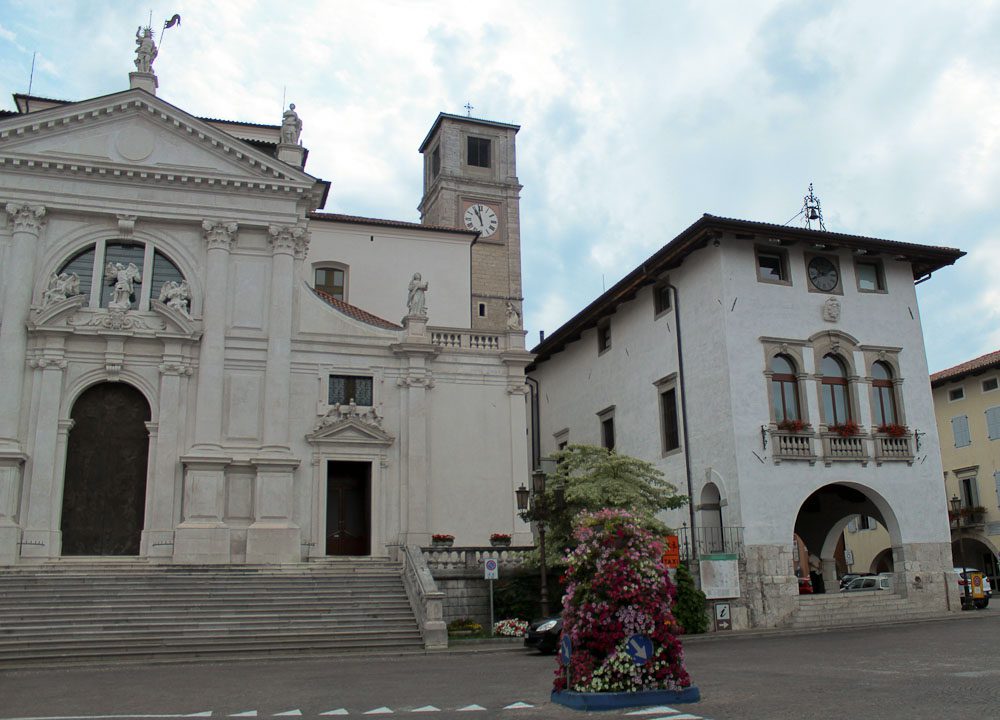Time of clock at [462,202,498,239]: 10:58
